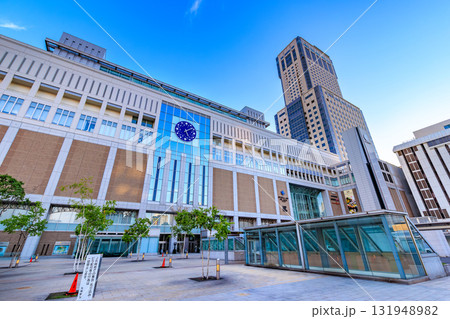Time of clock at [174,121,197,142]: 5:09
